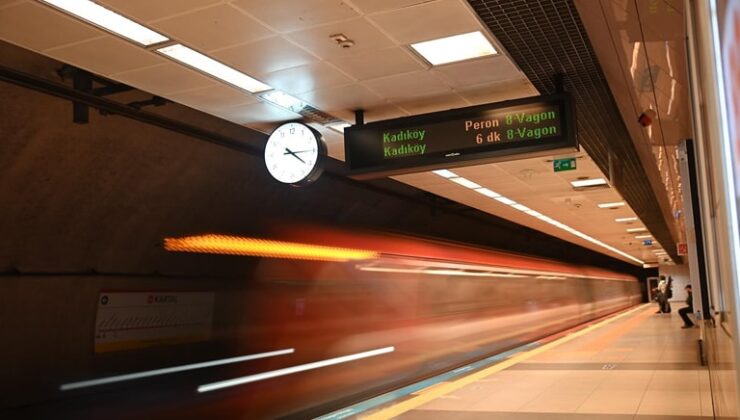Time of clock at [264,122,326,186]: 4:14
